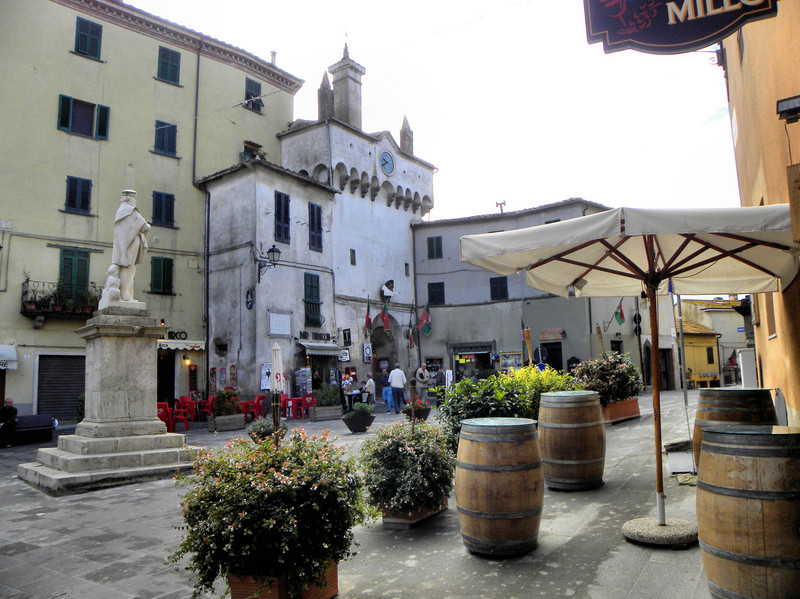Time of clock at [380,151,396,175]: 9:40
